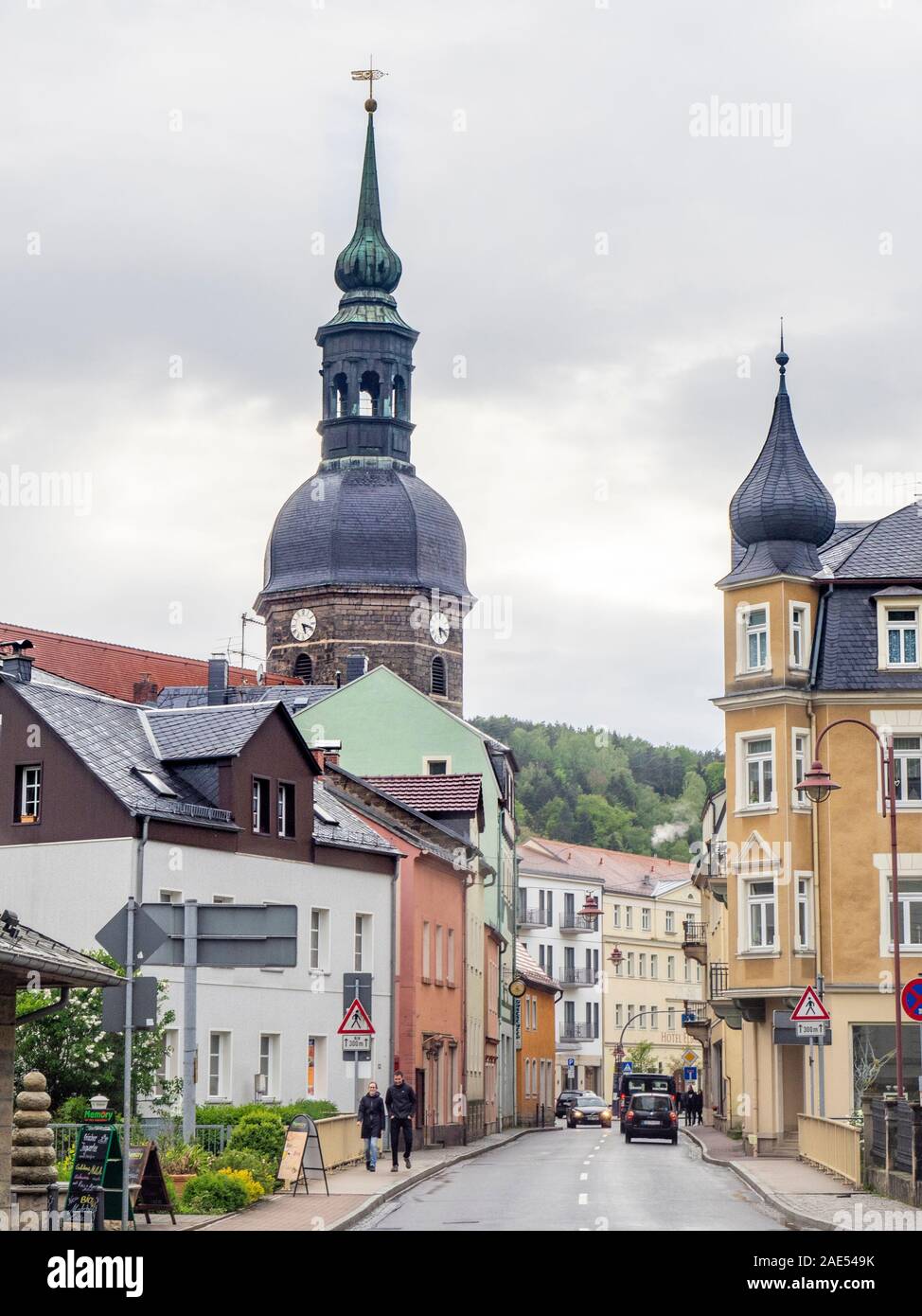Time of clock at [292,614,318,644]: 5:18
